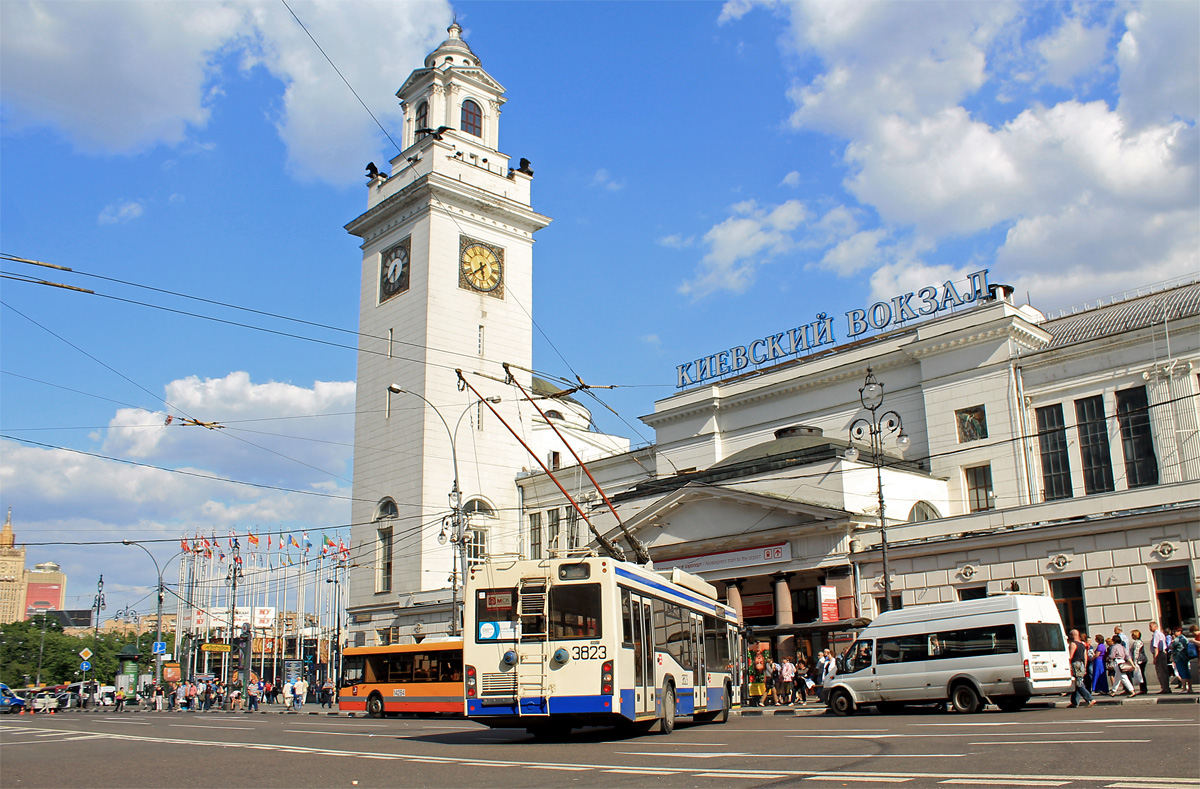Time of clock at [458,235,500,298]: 5:38
